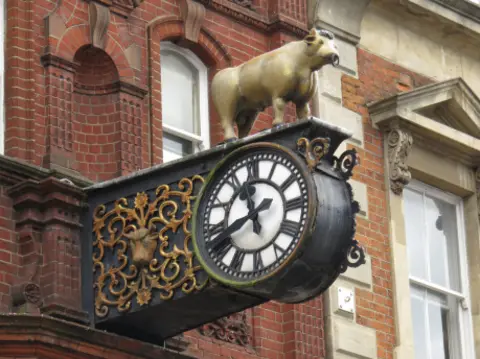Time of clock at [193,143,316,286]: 11:41
